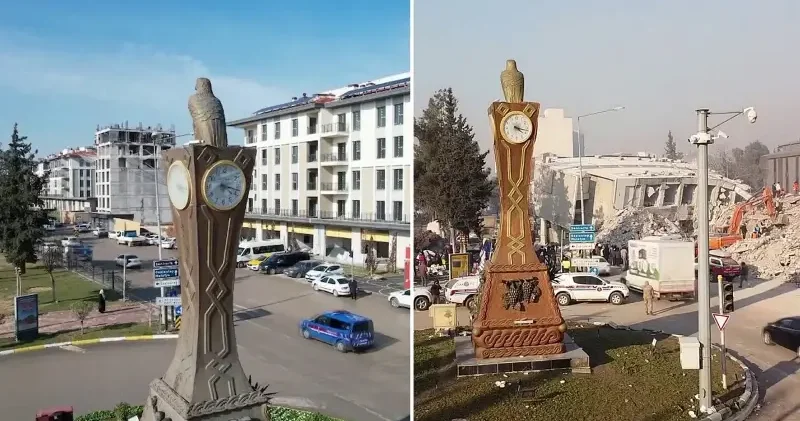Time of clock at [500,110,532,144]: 4:17
